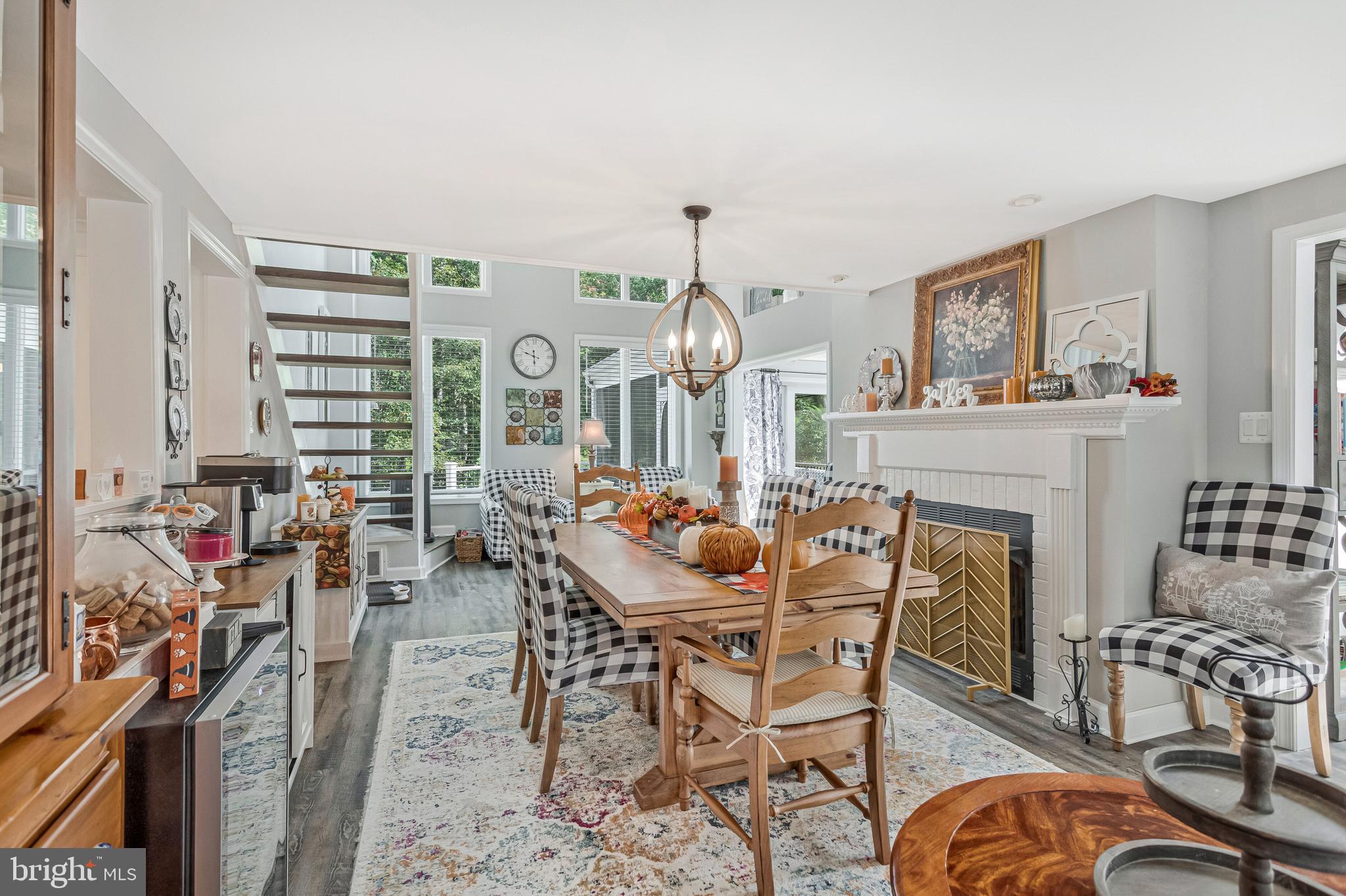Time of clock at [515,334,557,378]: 5:48
